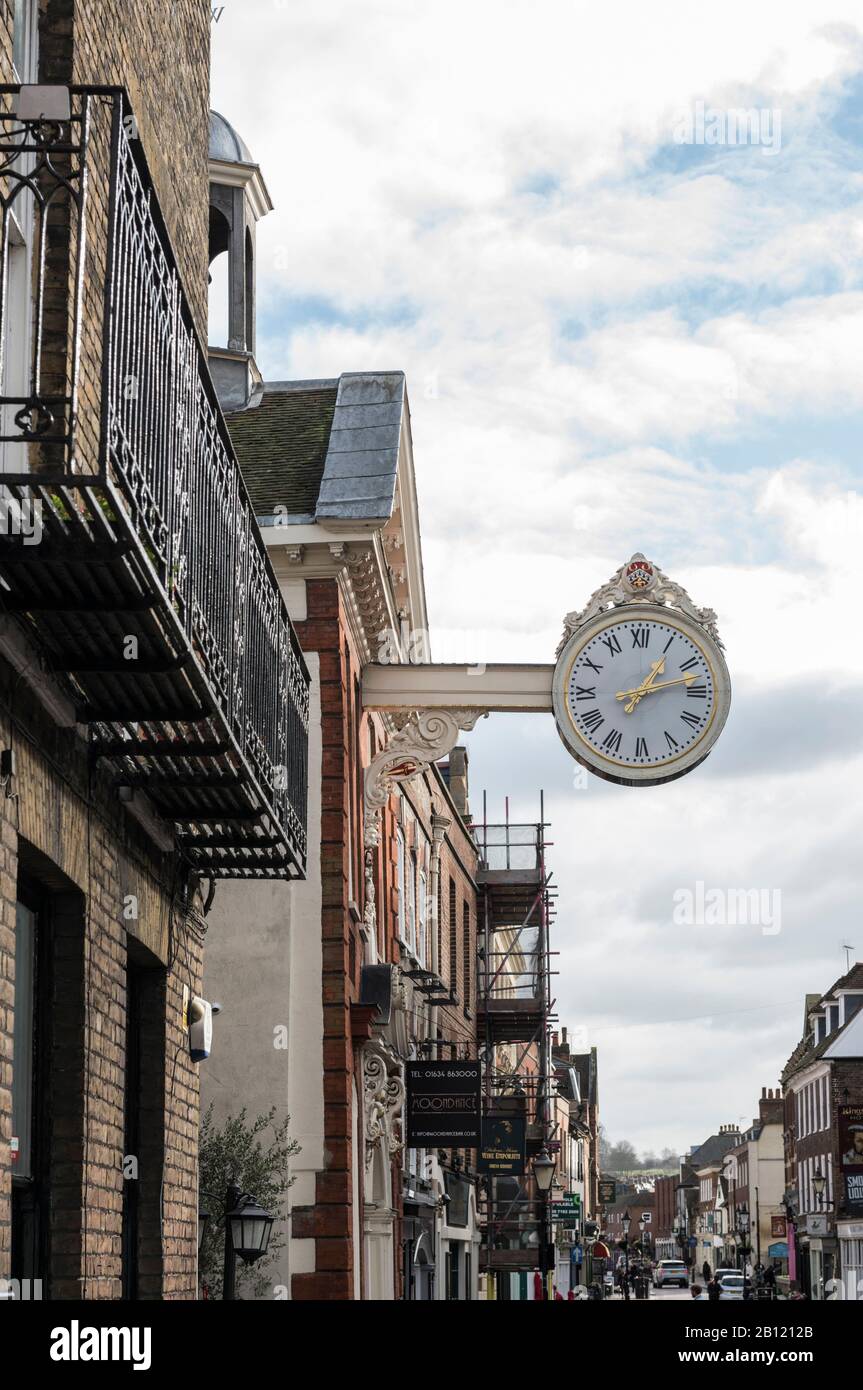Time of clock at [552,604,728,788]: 1:12
